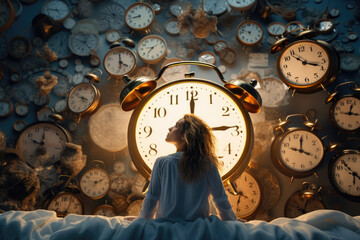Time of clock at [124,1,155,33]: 8:42
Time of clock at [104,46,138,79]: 3:59
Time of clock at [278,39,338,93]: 3:52
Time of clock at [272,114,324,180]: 4:02
